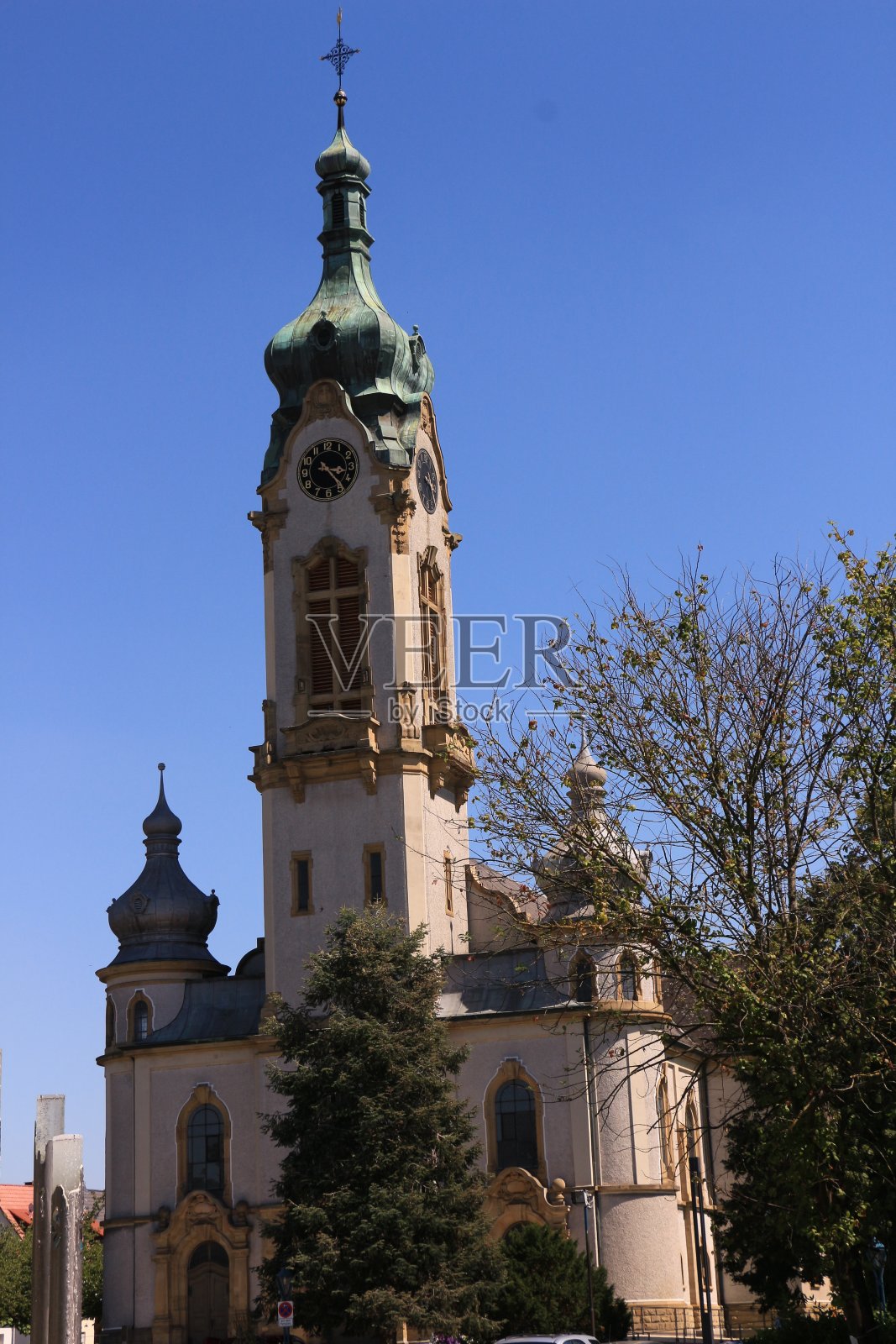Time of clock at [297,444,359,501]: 3:24
